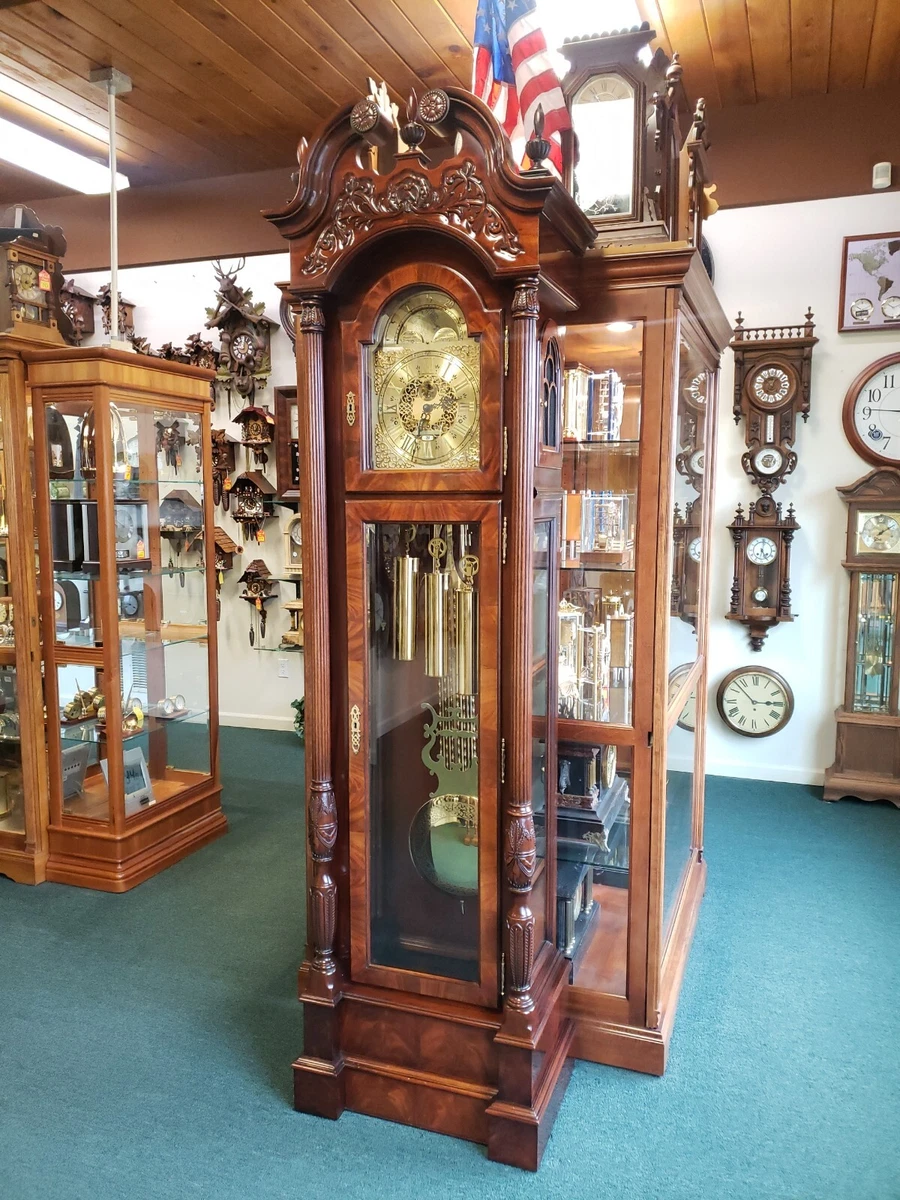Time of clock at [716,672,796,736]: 2:52
